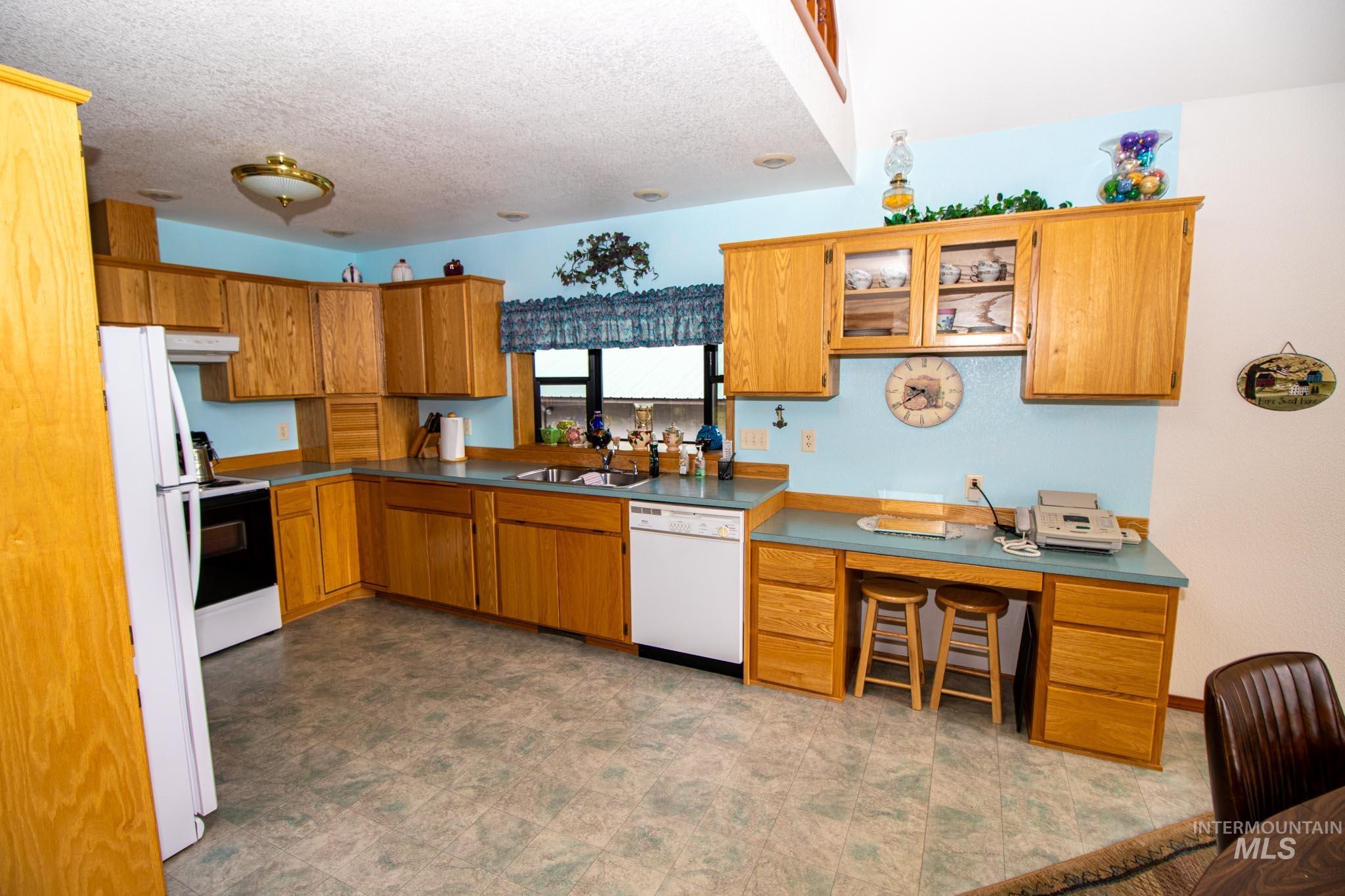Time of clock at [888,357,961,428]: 9:39
